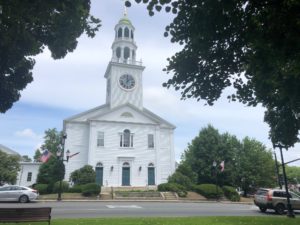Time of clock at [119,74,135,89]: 12:07
